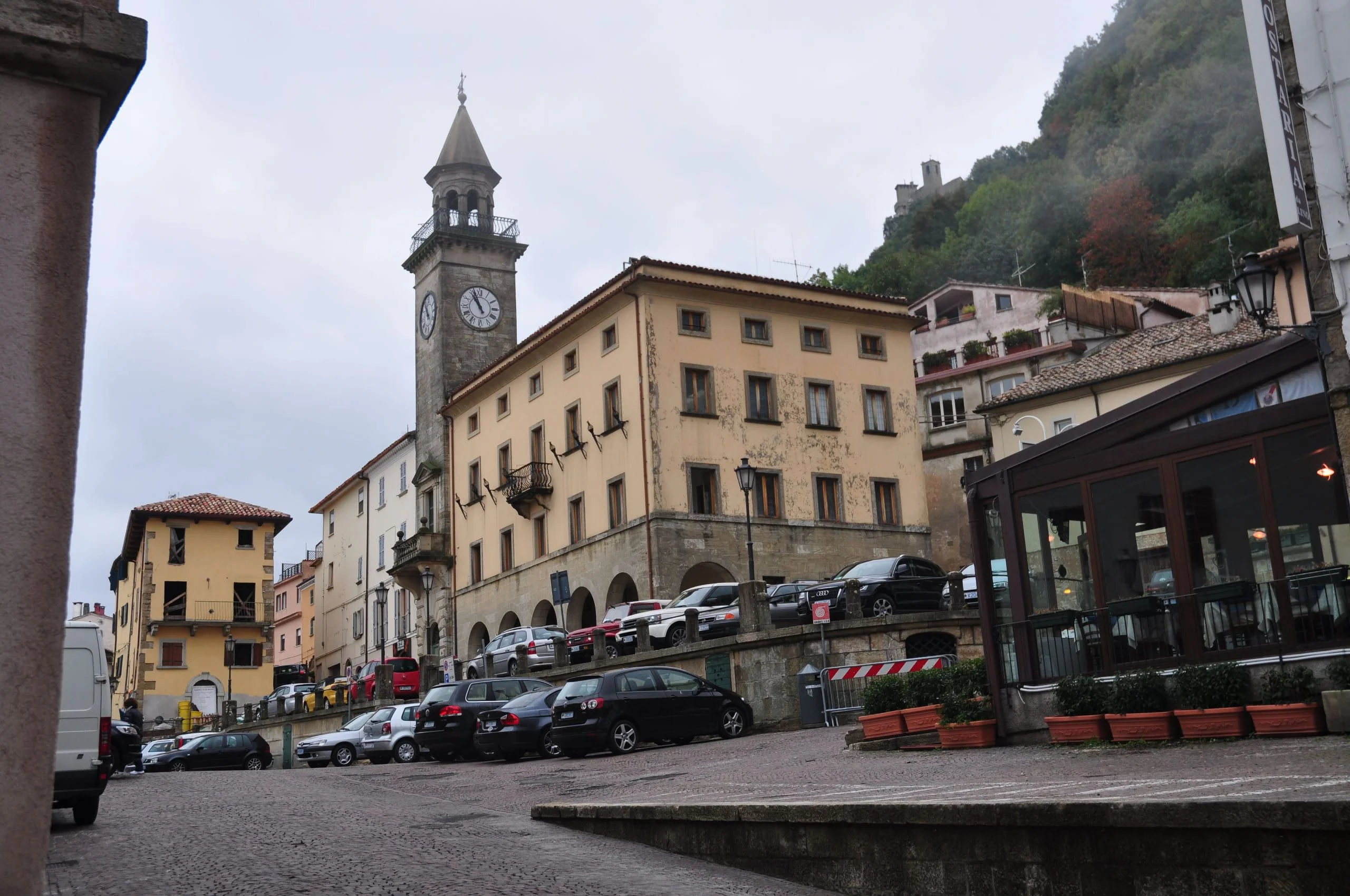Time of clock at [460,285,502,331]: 10:56
